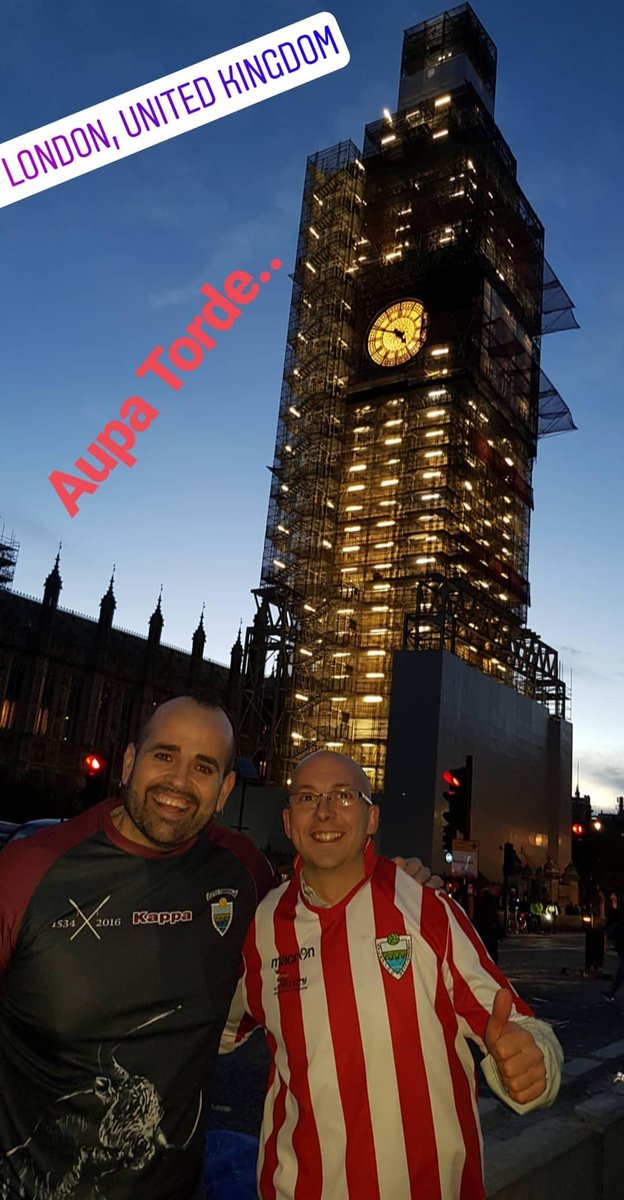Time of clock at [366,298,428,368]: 4:48
